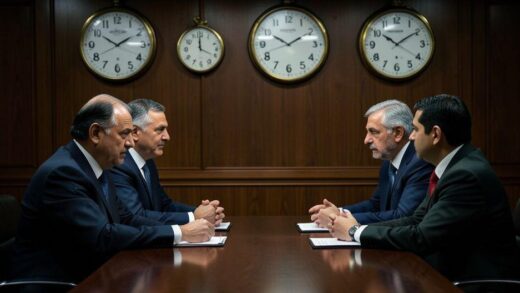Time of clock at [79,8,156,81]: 1:50
